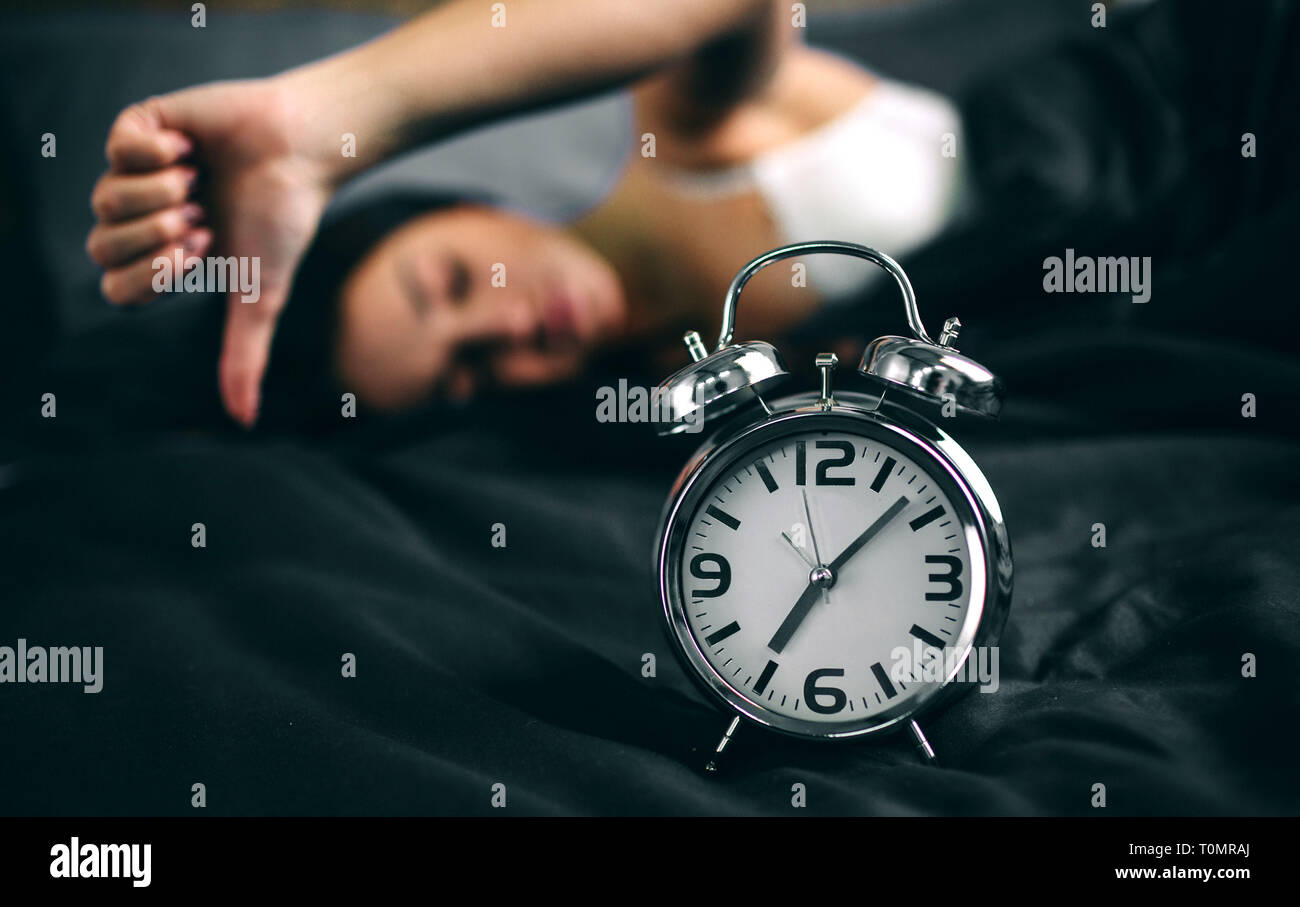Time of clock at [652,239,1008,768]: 7:07
